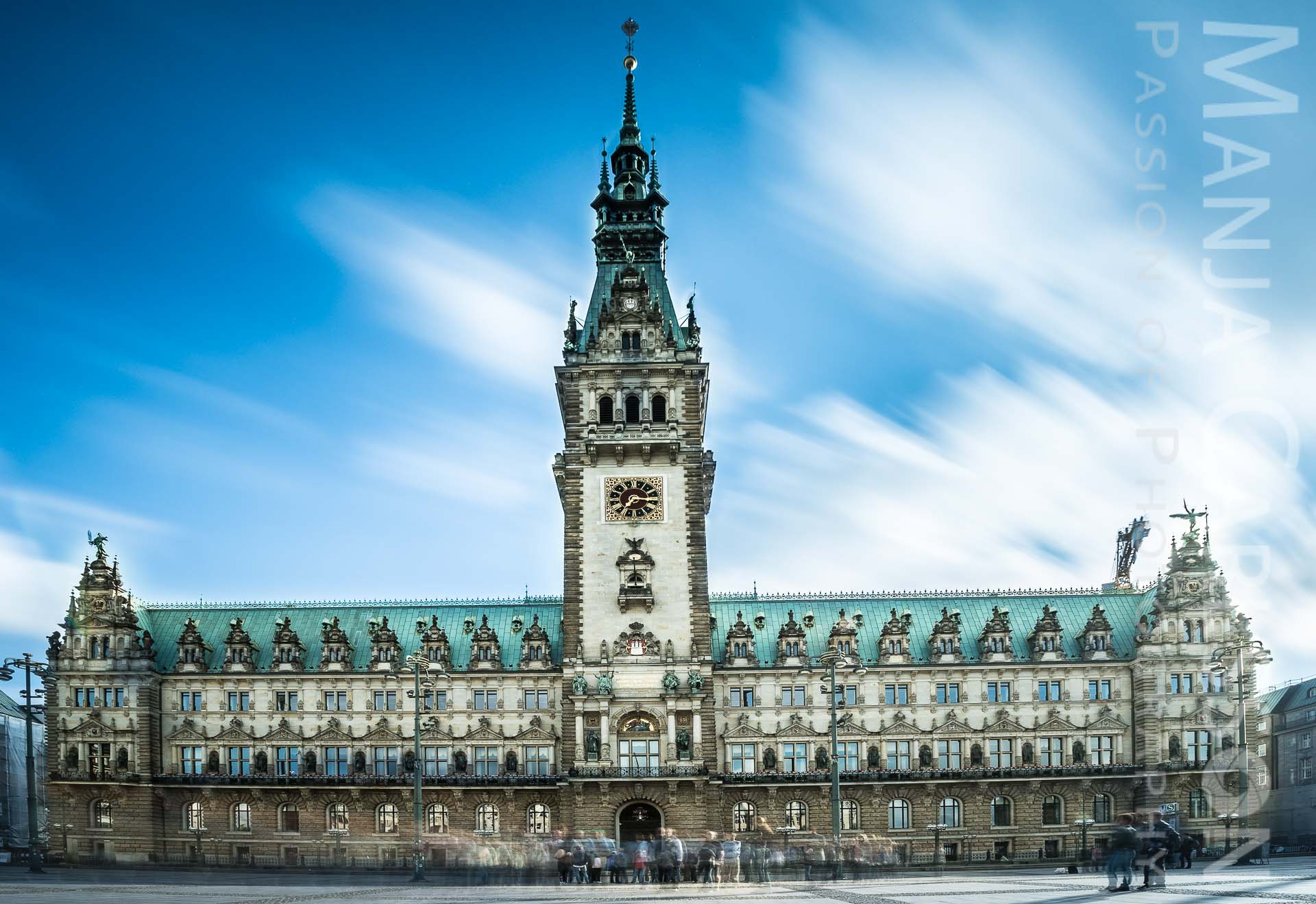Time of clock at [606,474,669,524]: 7:15
